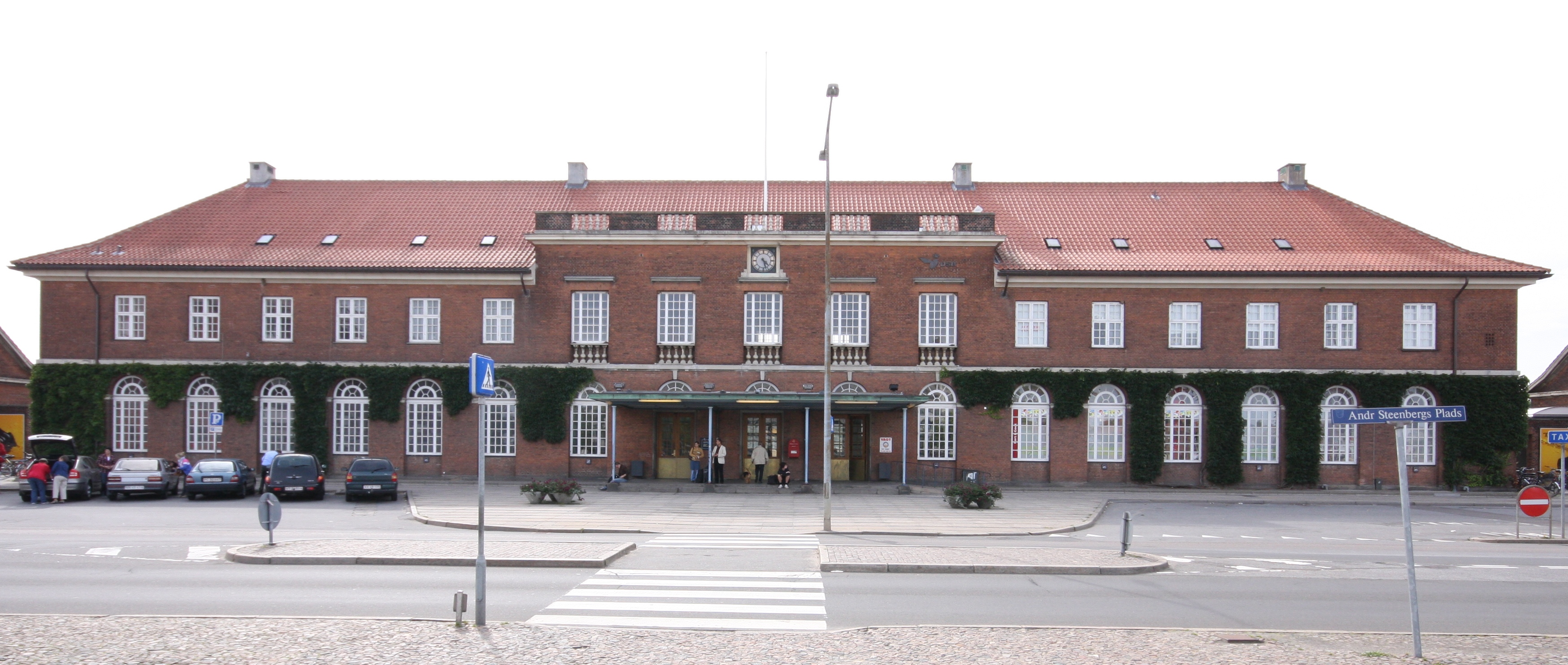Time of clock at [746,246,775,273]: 4:27
